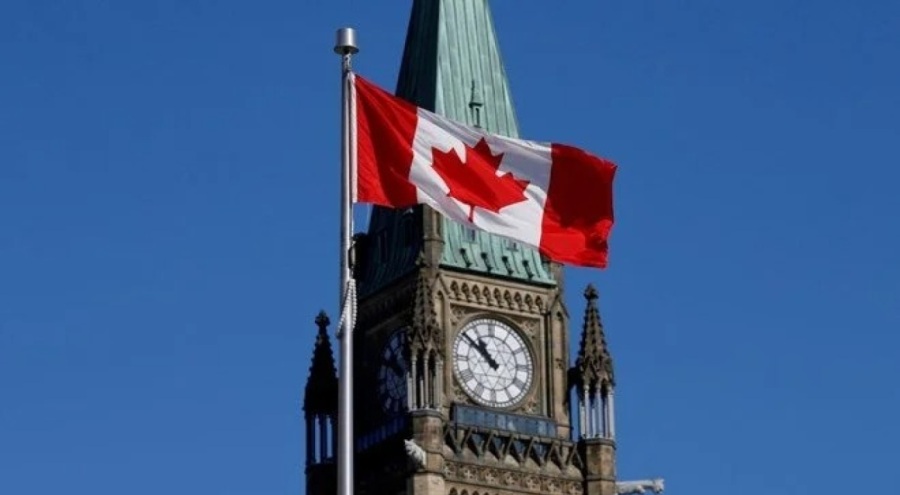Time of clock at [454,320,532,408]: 10:51
